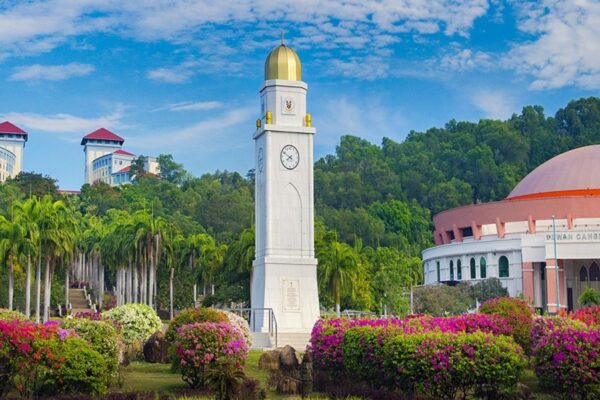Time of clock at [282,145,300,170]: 7:49
